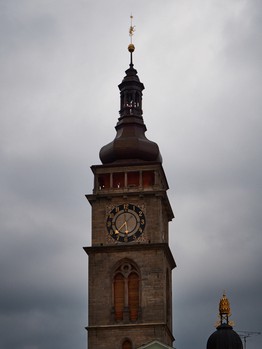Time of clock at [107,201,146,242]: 1:37
